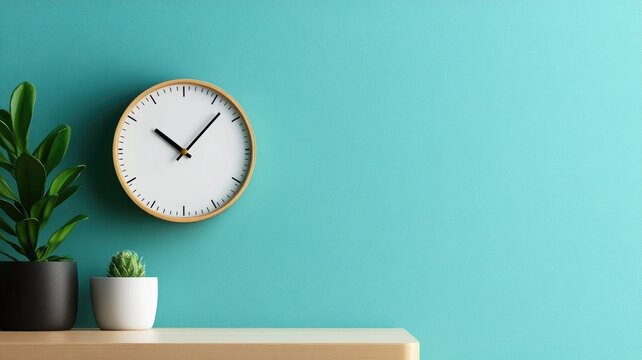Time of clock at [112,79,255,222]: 10:07
